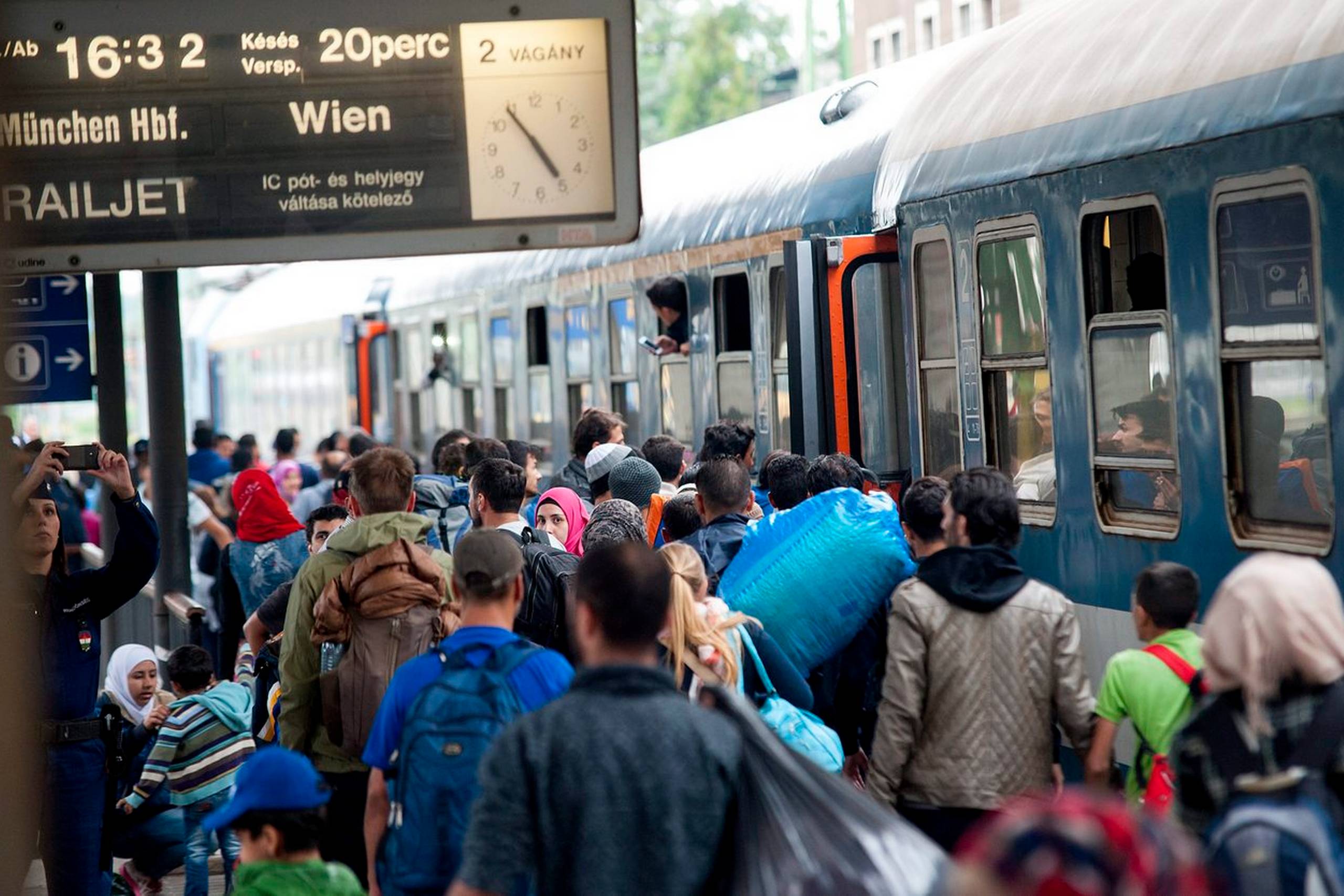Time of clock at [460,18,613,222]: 4:53
